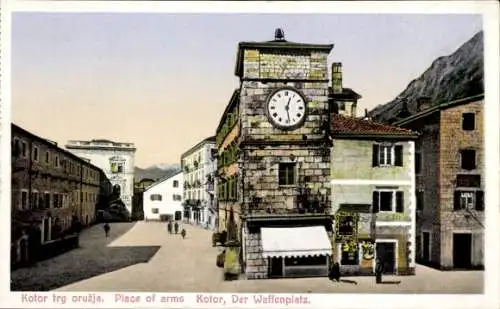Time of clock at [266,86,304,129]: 12:28
